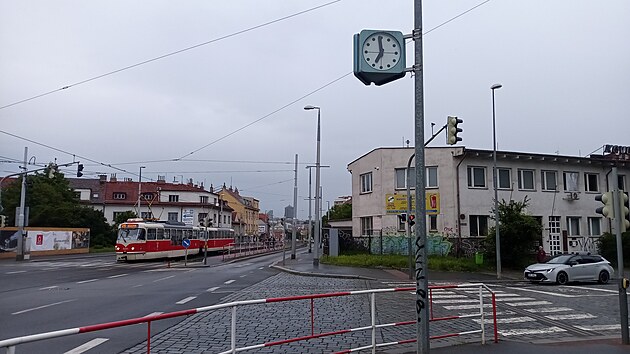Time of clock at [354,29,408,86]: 6:58
